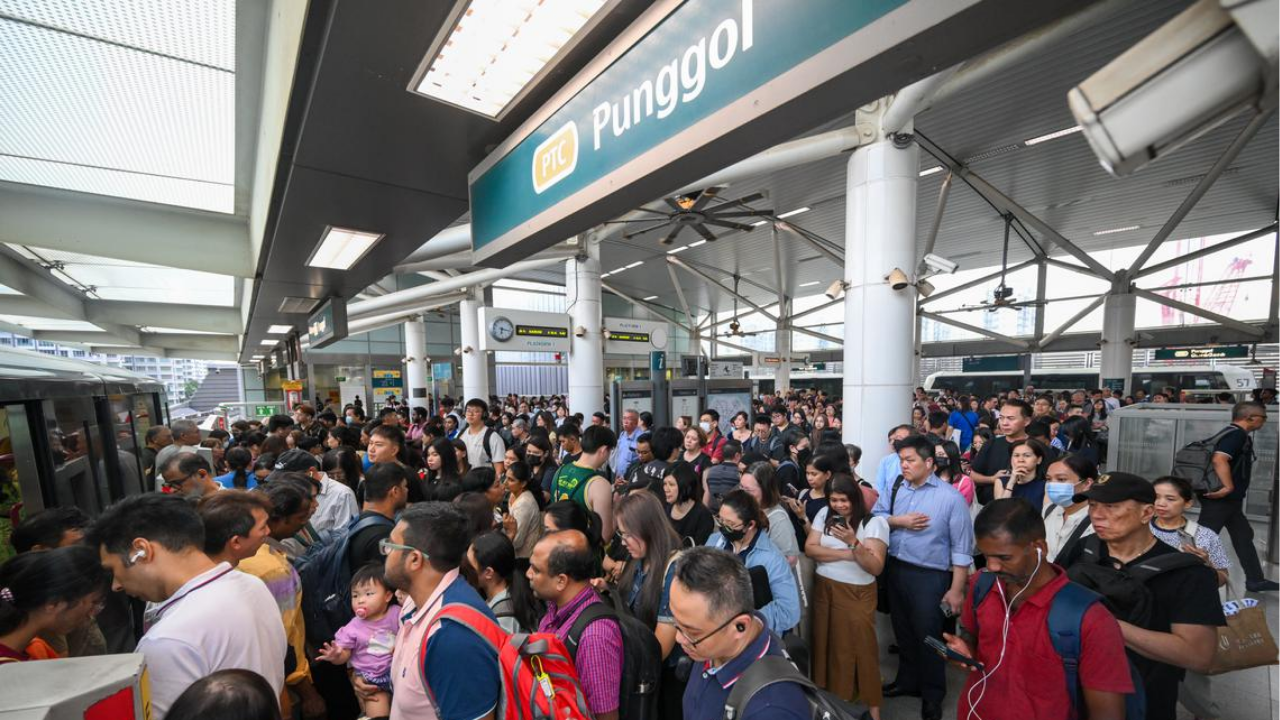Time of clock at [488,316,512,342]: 6:17
